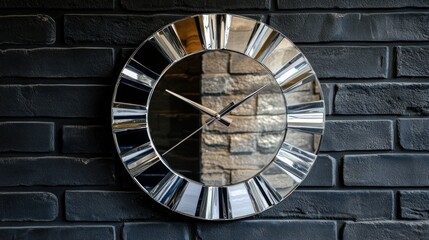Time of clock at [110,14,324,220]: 1:50
